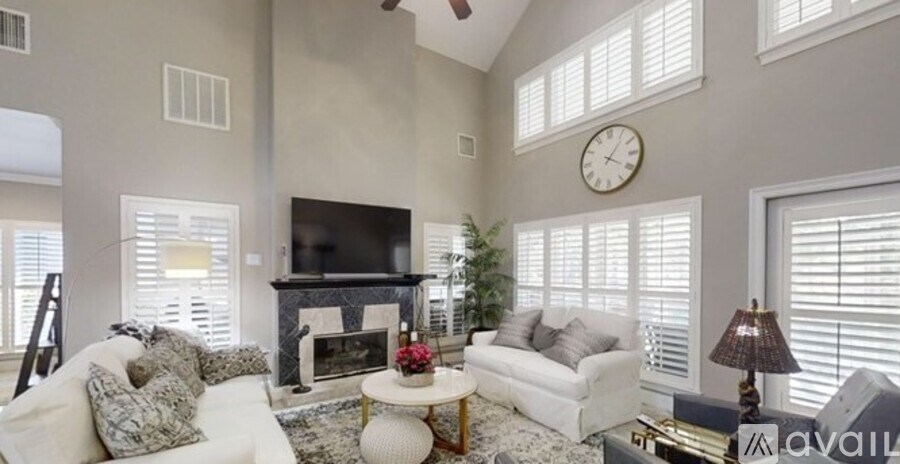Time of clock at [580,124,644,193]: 4:06
